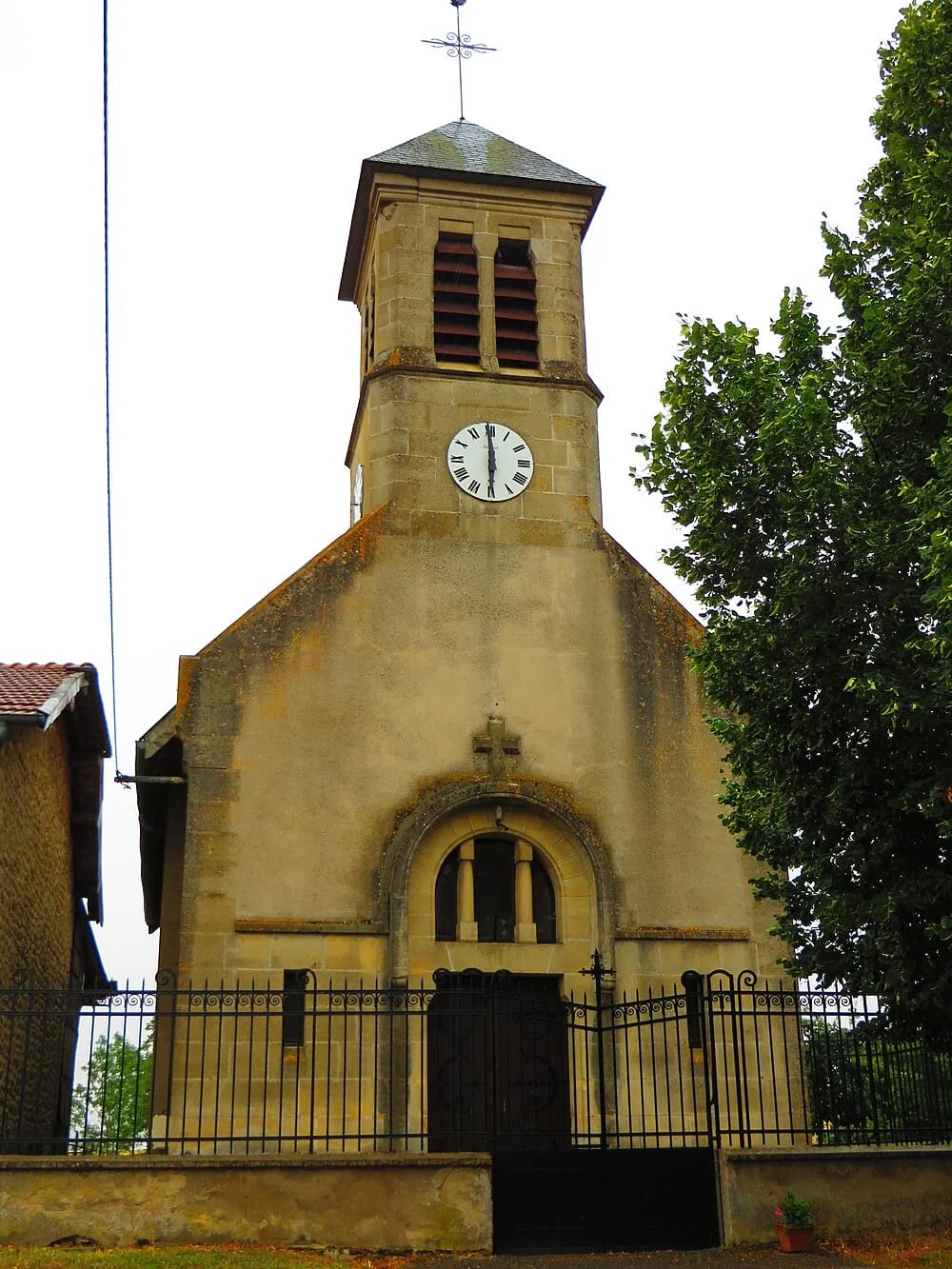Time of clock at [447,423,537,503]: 5:59
